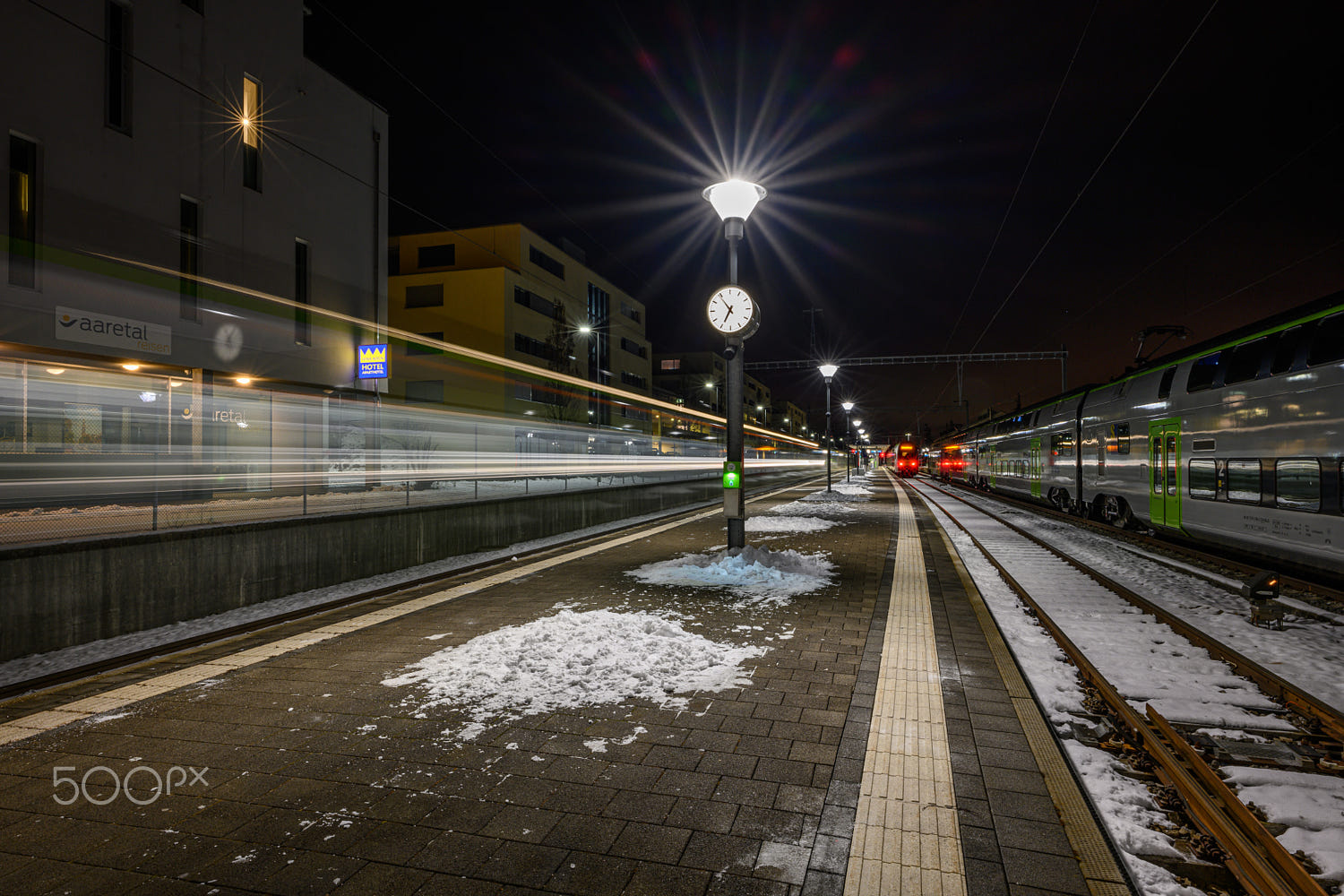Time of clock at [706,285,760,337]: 6:54
